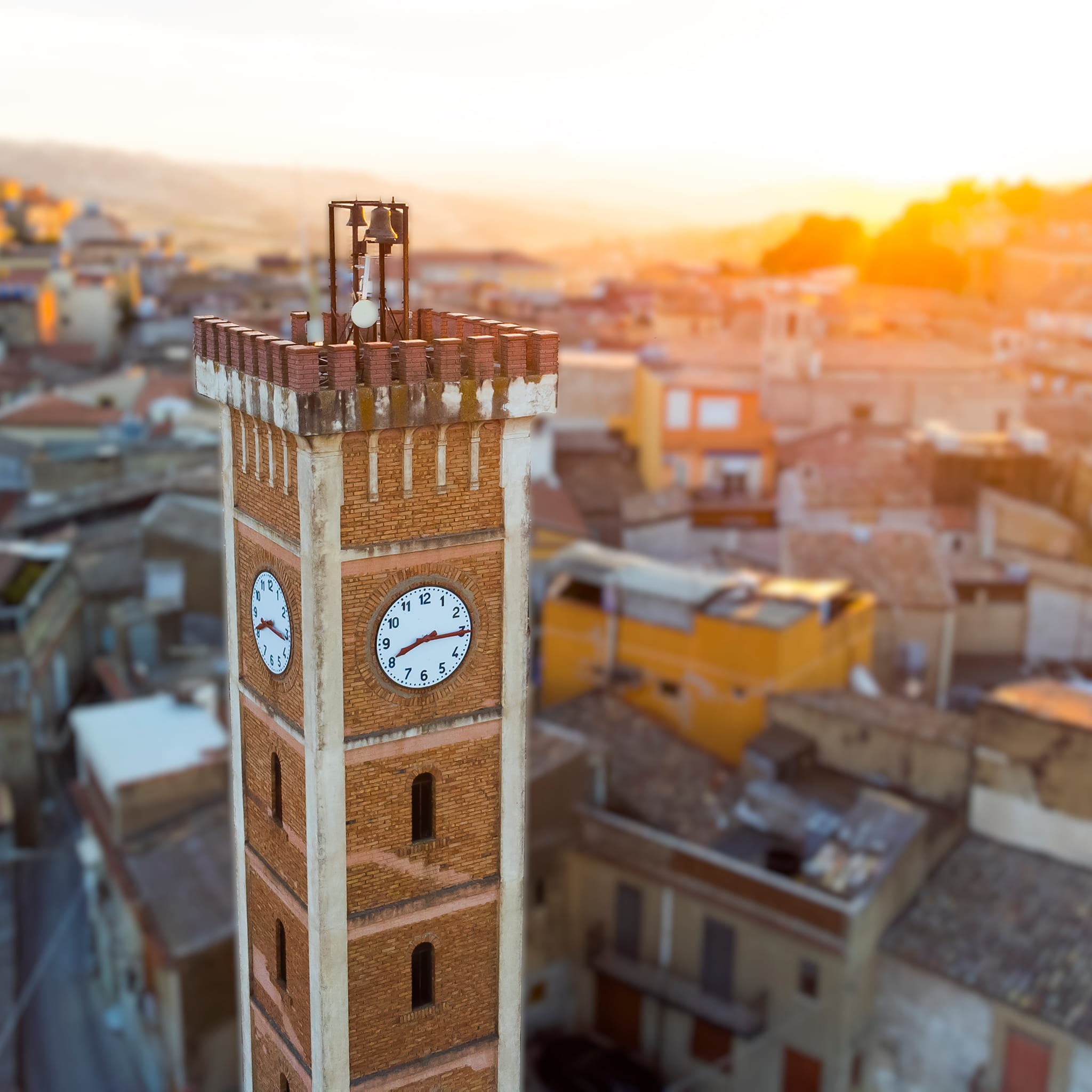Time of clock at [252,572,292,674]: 8:16
